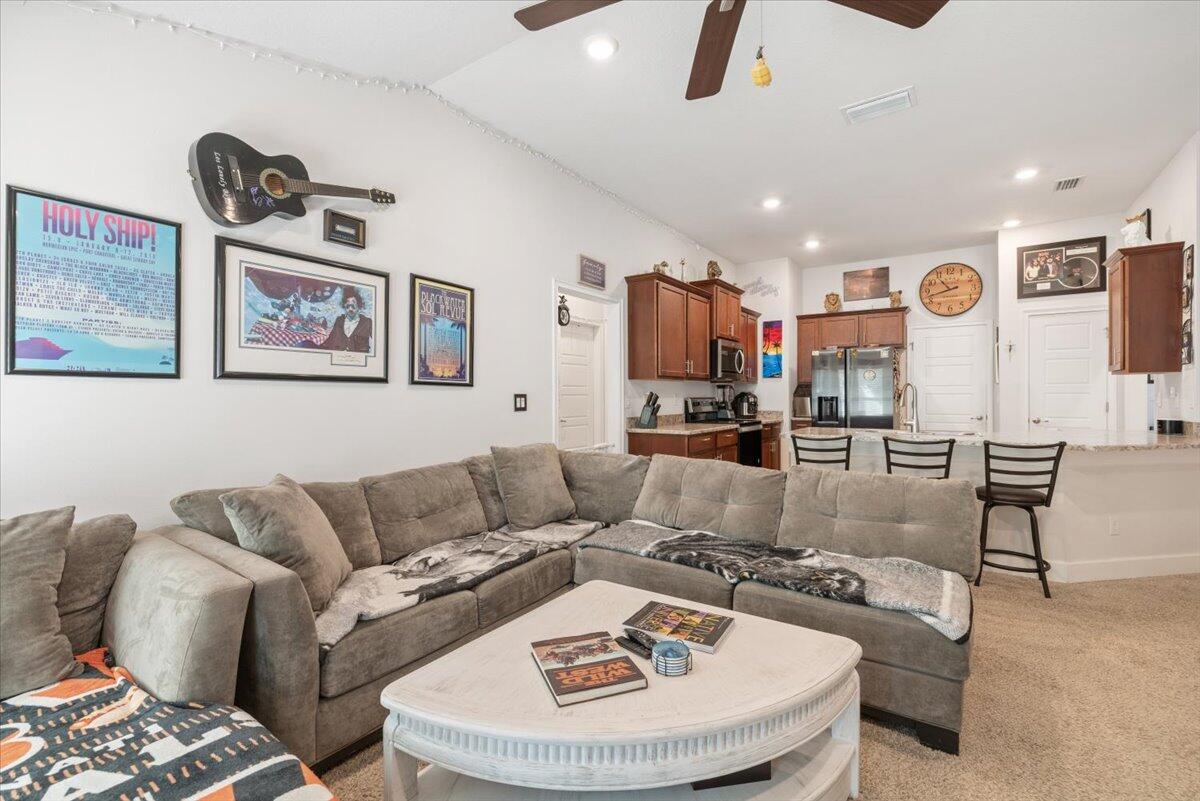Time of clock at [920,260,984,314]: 10:42
